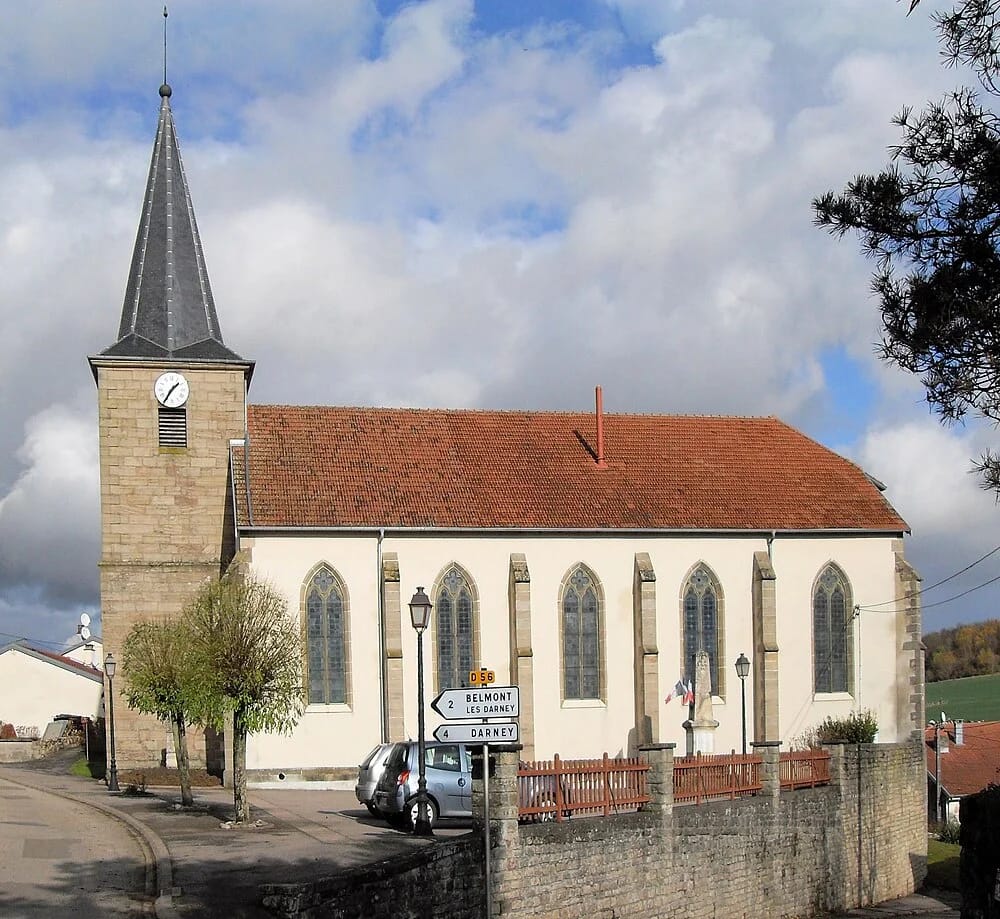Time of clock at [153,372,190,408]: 1:35
